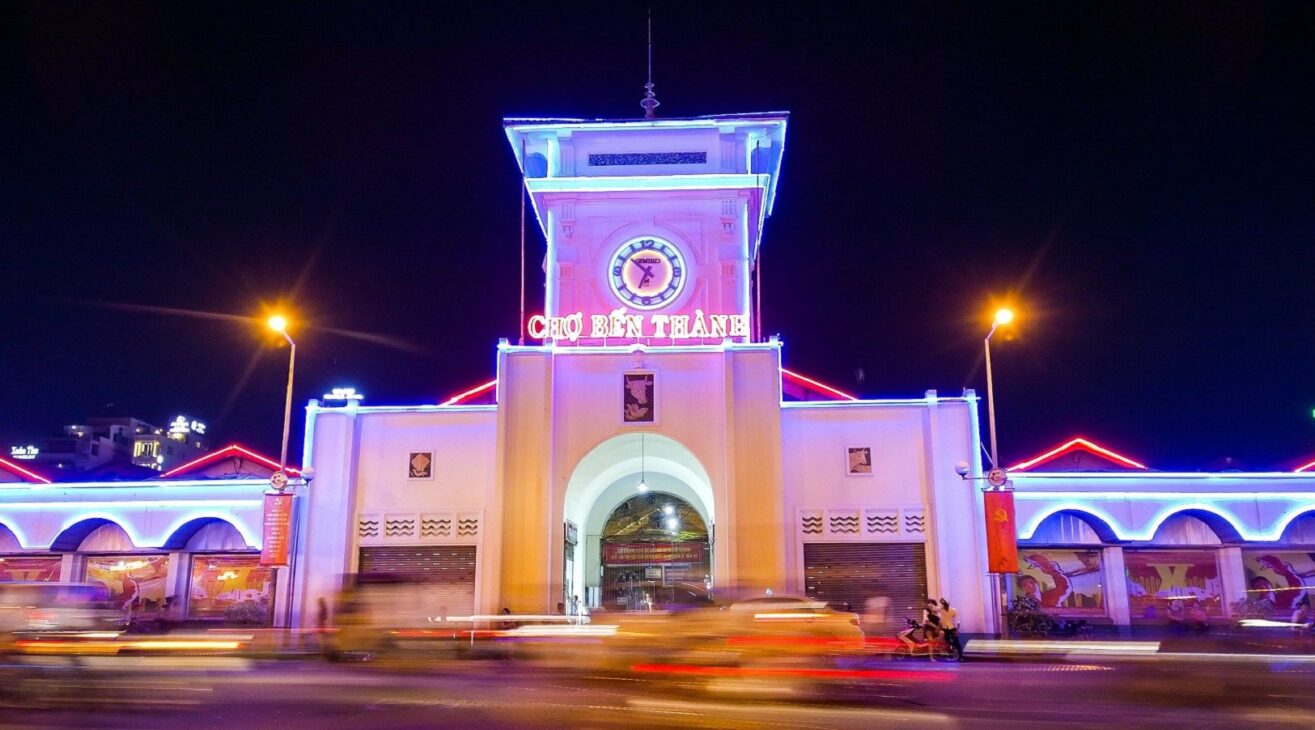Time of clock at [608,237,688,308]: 6:52
